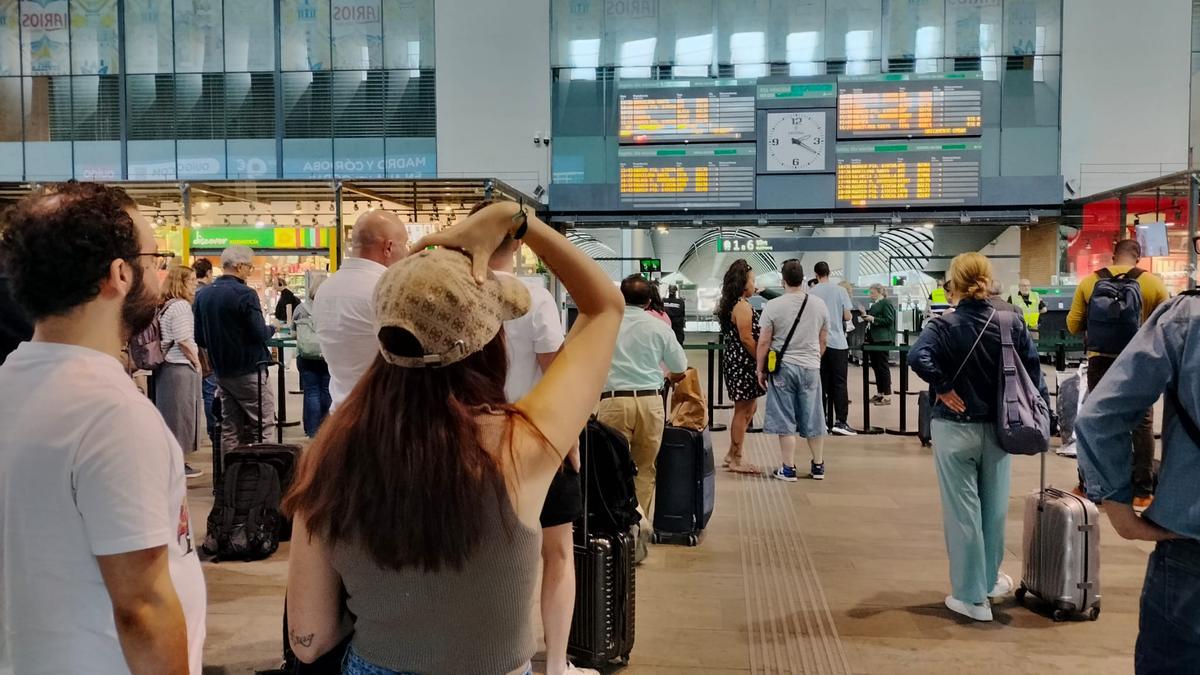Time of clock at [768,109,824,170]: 2:20
